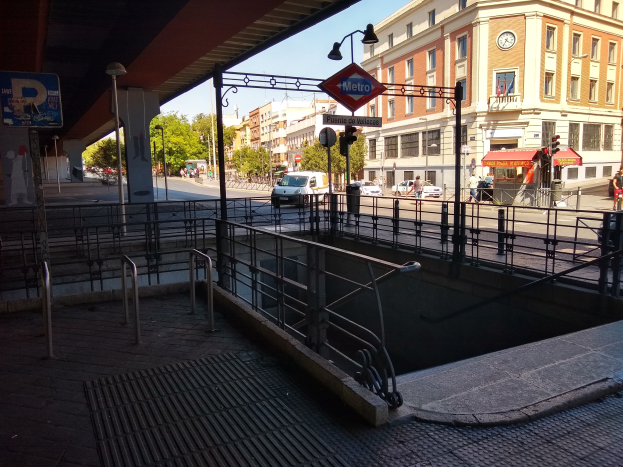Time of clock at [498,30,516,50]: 4:34
